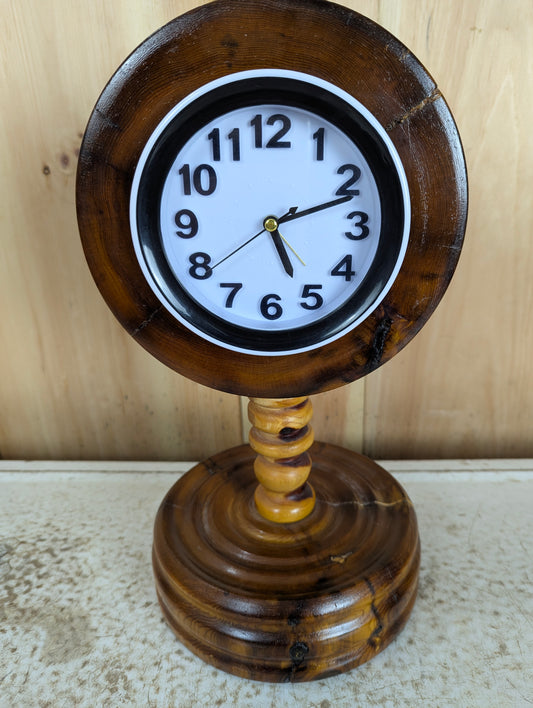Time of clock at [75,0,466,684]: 5:11
